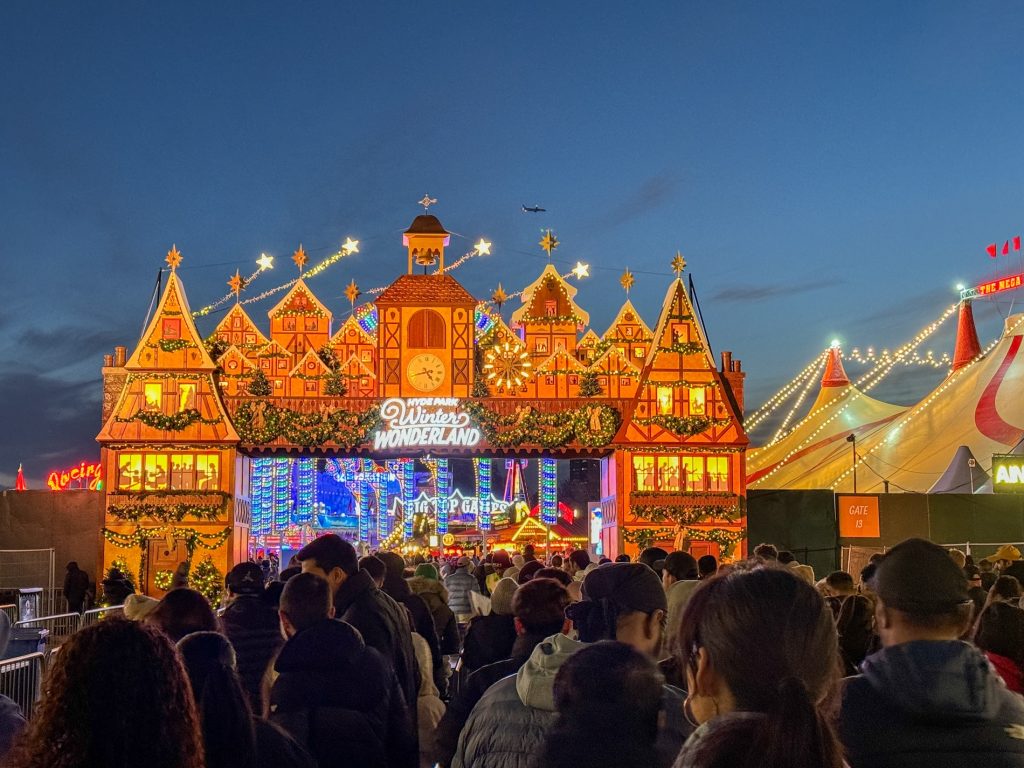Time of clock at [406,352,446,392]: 4:42
